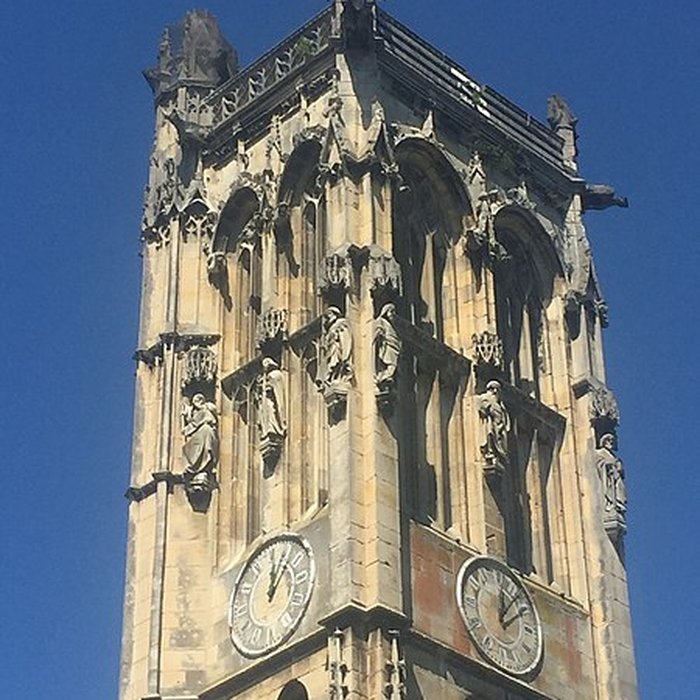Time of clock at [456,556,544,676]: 12:06
